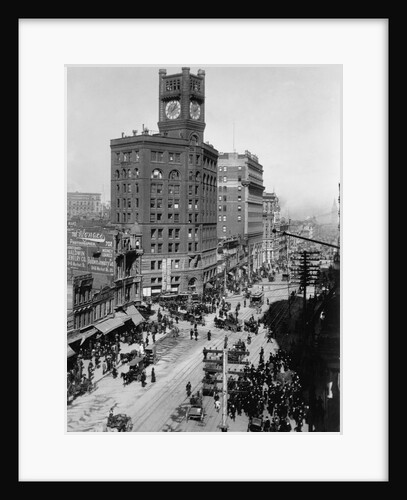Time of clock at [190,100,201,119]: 8:07
